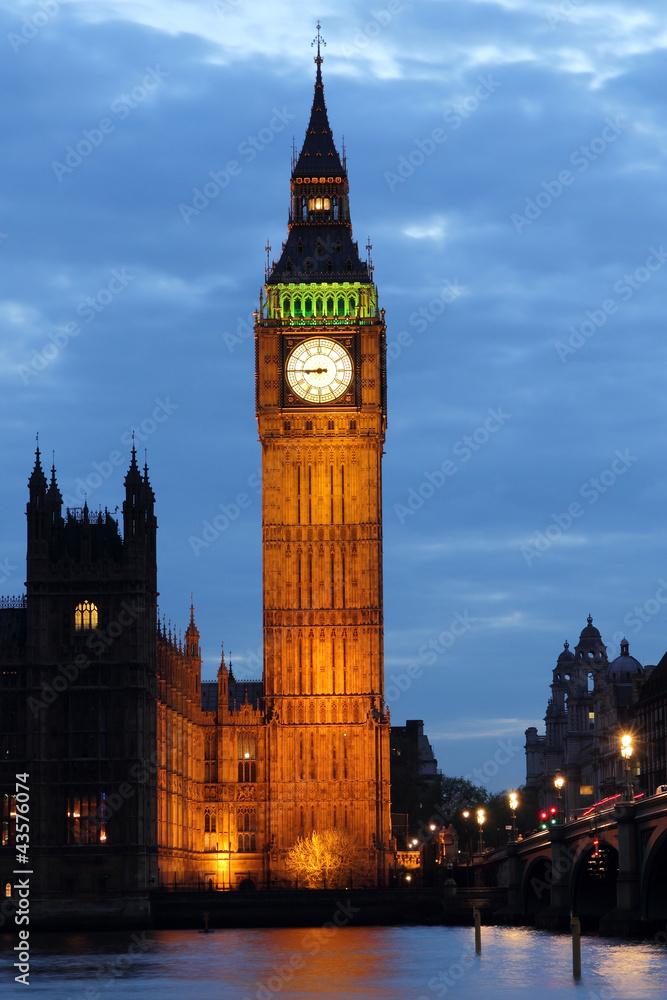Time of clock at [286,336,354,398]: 8:44
